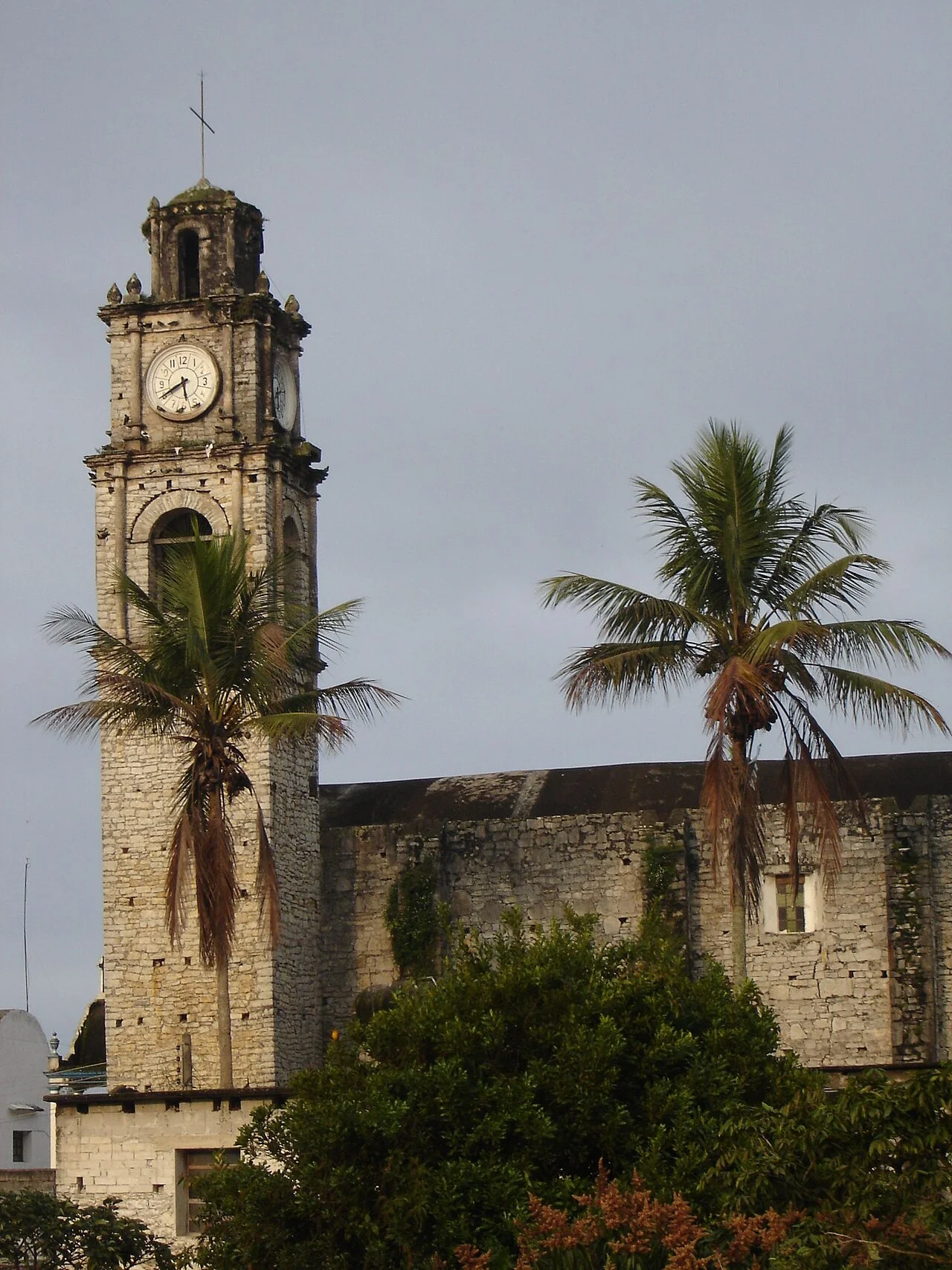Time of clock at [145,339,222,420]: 5:40
